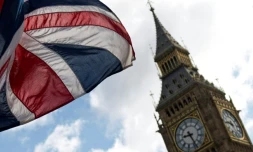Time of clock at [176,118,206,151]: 8:24
